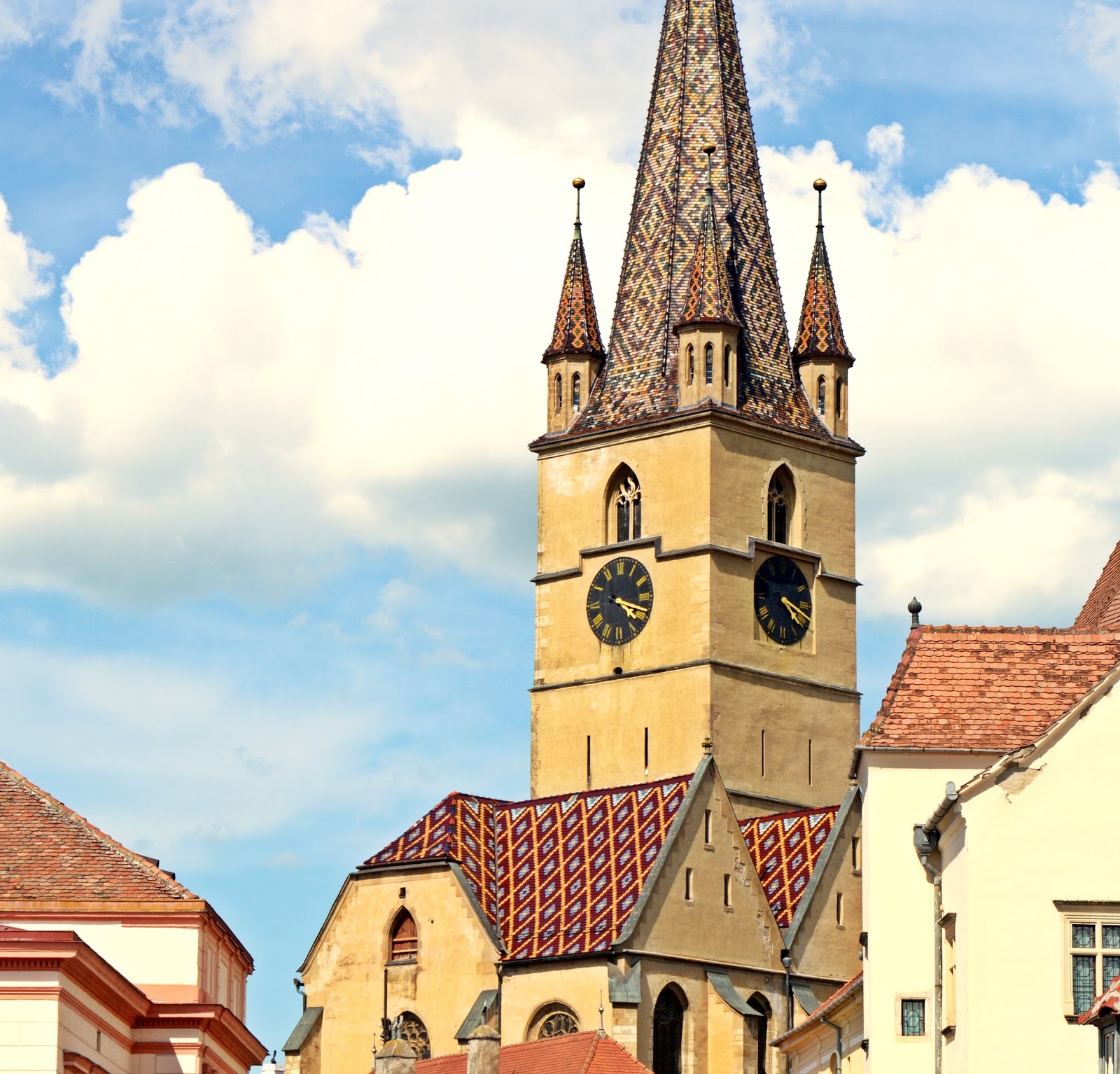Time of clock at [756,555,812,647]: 4:17
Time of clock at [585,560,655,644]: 4:18
